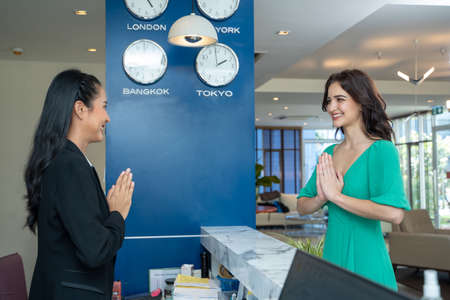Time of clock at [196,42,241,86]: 1:59
